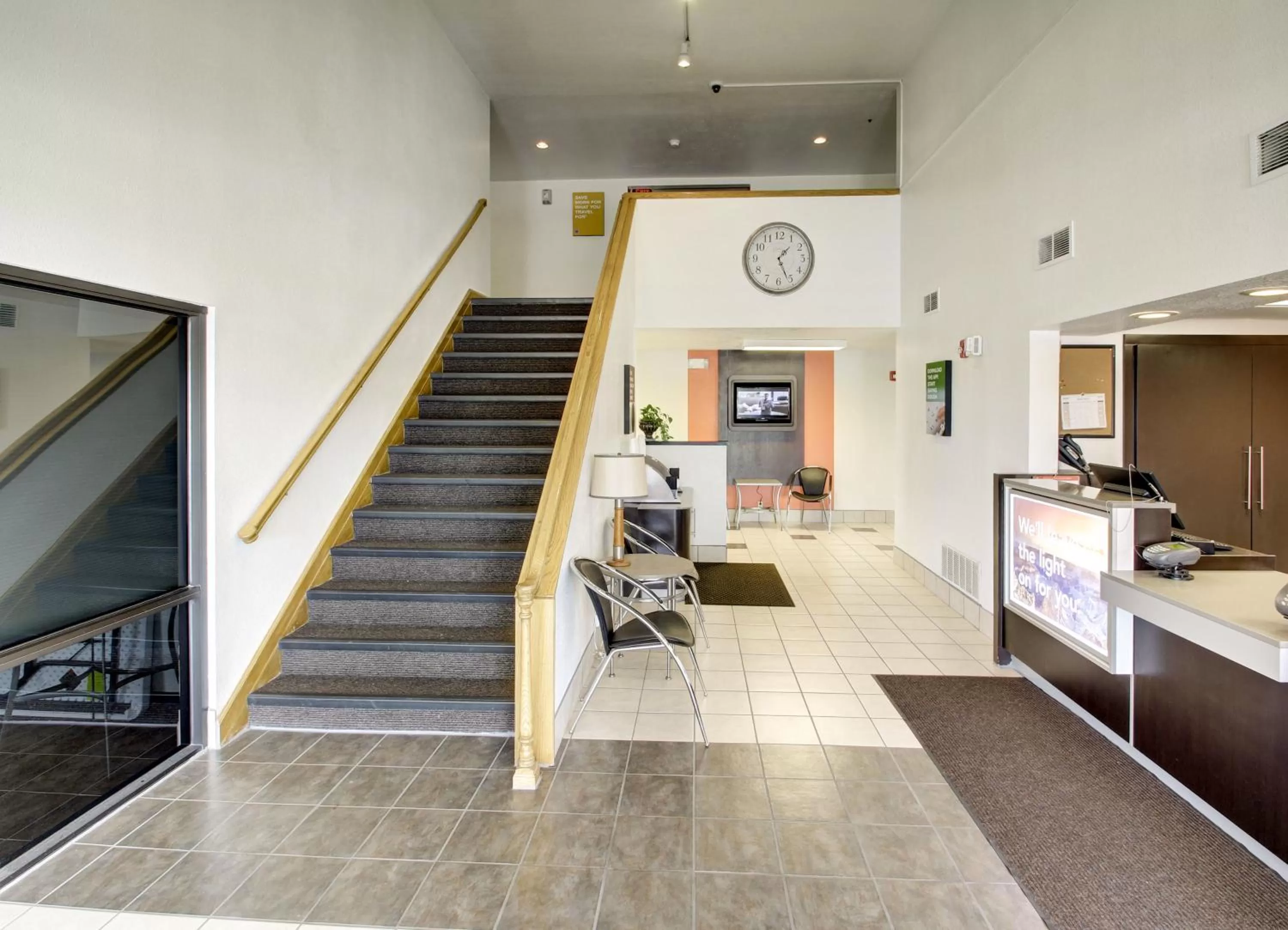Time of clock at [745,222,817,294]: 1:26
